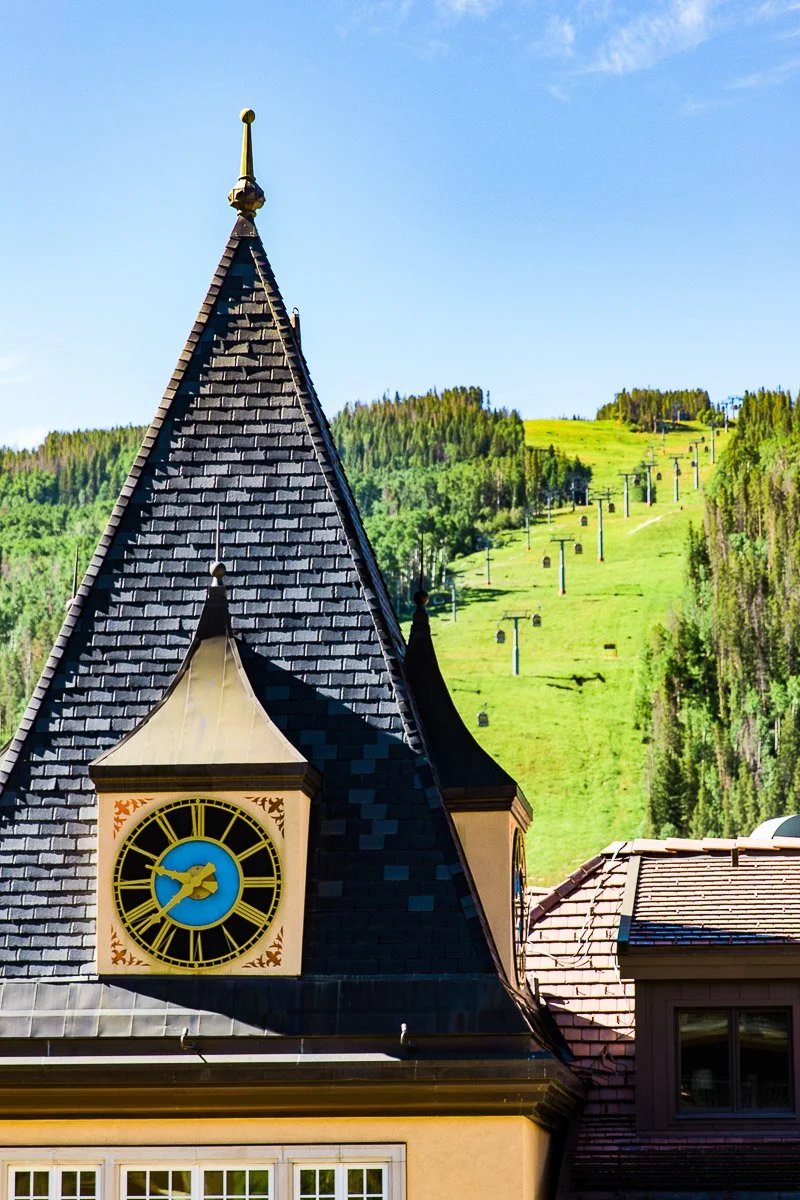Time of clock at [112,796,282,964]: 9:38
